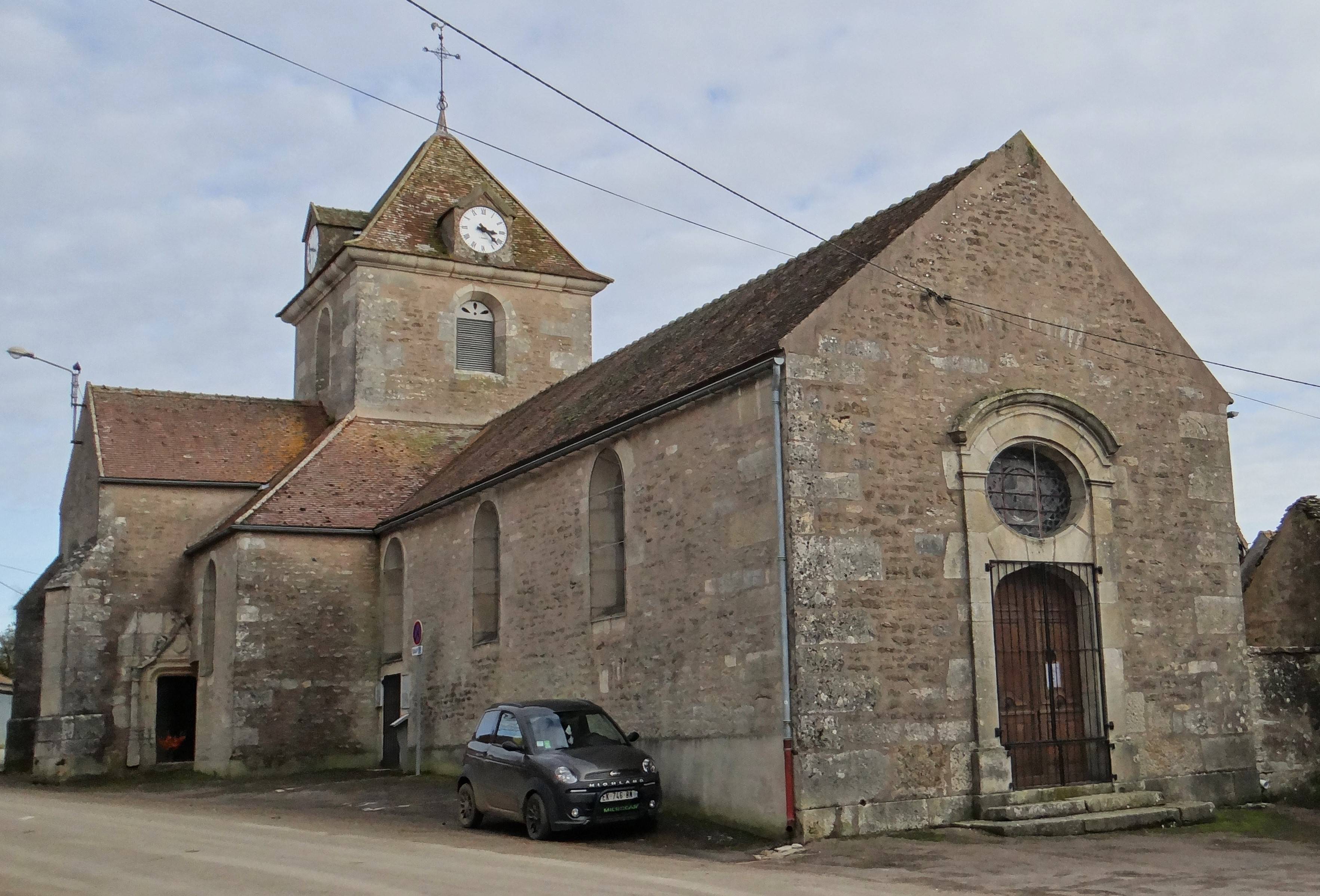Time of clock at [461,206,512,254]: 3:22
